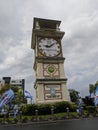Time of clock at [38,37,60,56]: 9:09
